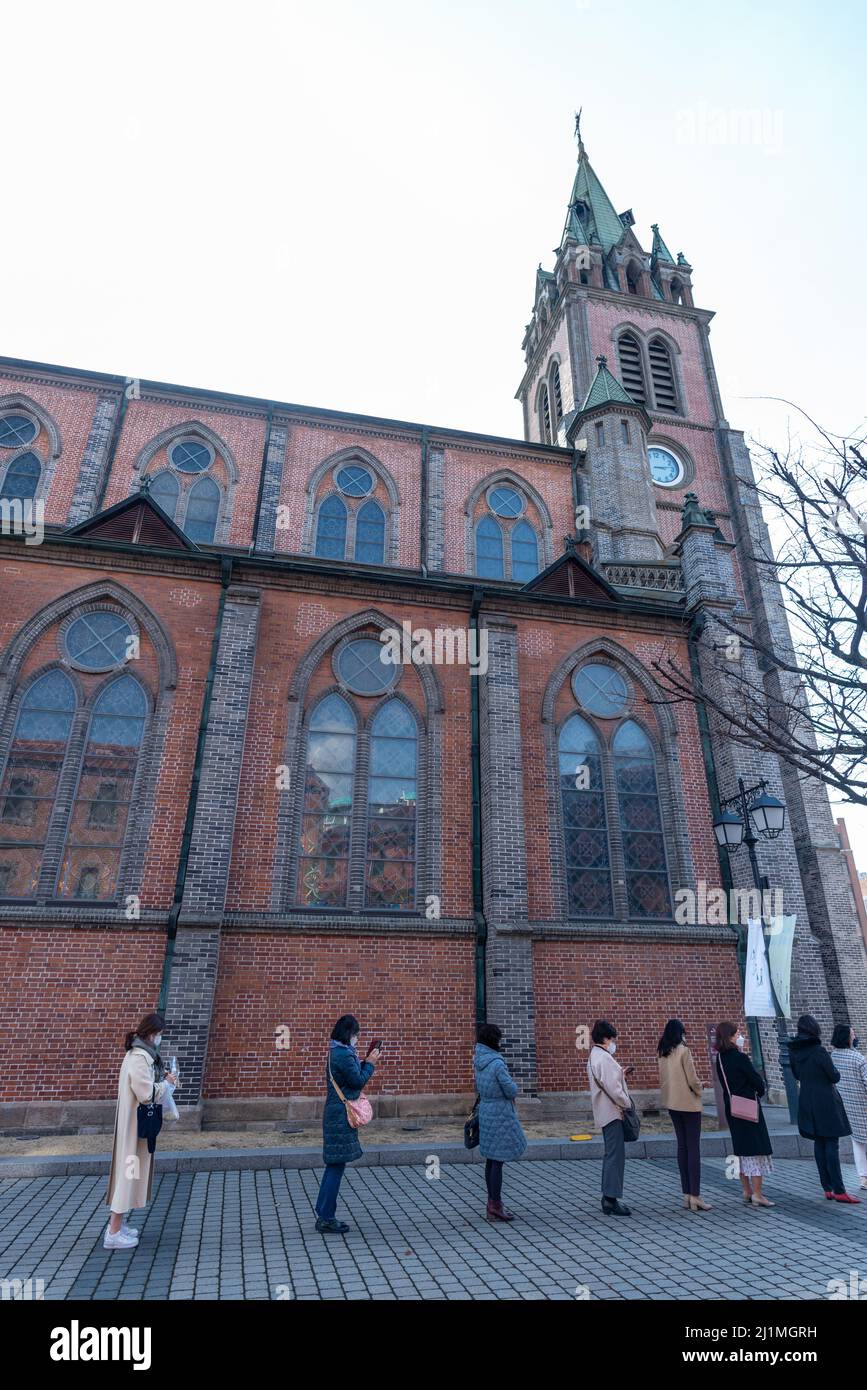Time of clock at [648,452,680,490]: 3:13
